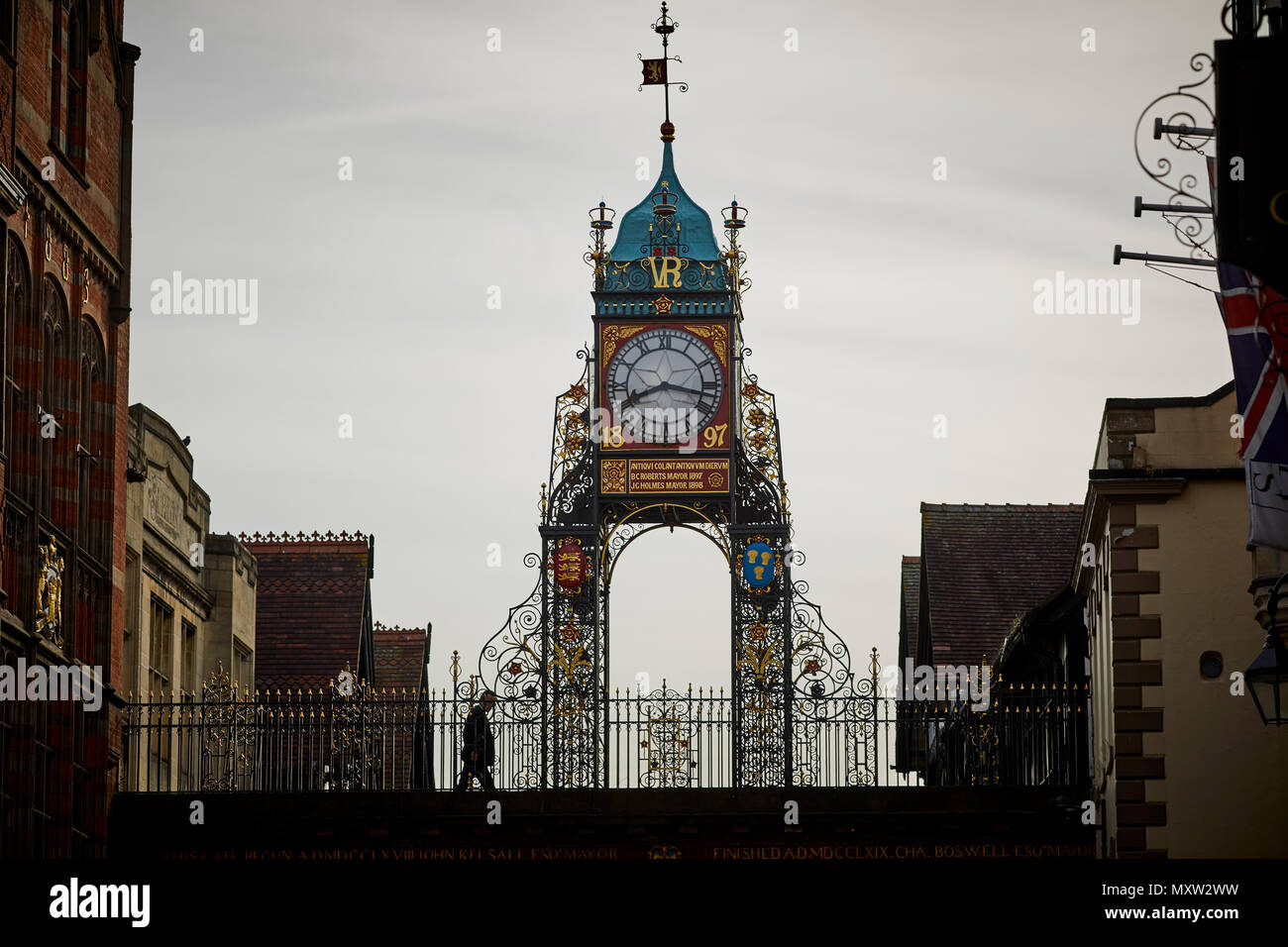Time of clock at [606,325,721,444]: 8:16
